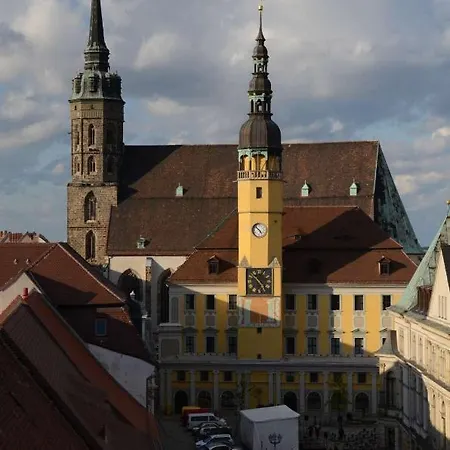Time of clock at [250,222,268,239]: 4:52
